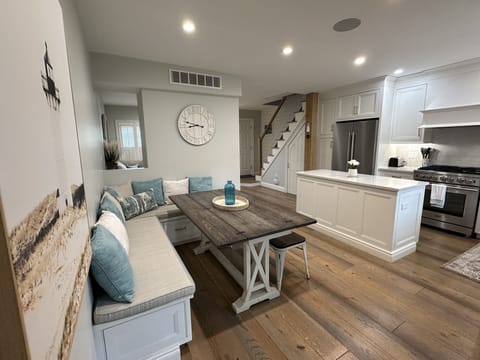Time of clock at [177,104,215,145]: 8:47
